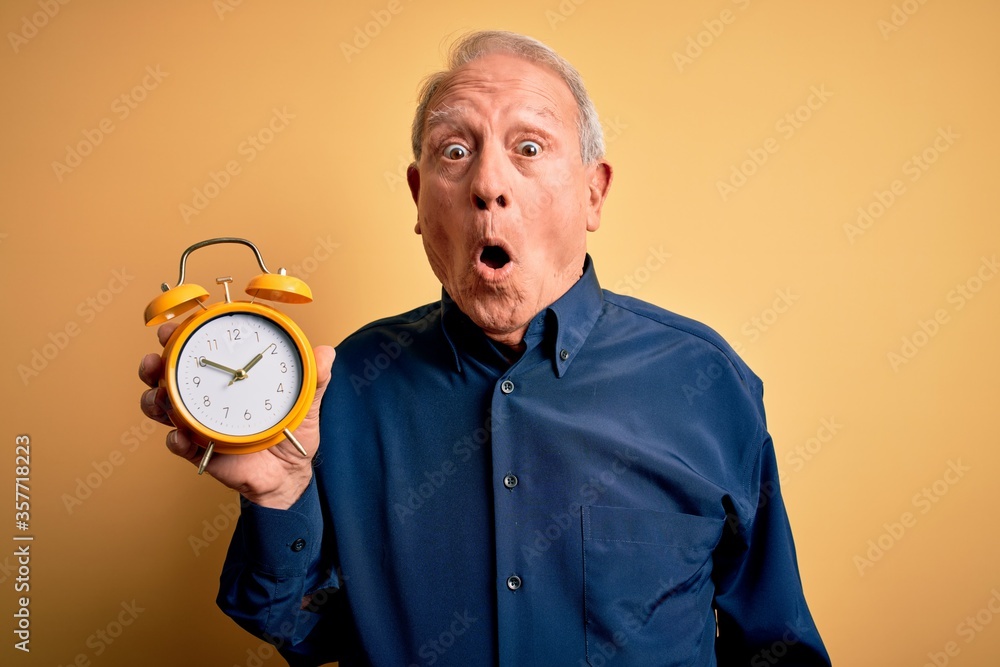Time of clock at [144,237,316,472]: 1:50
